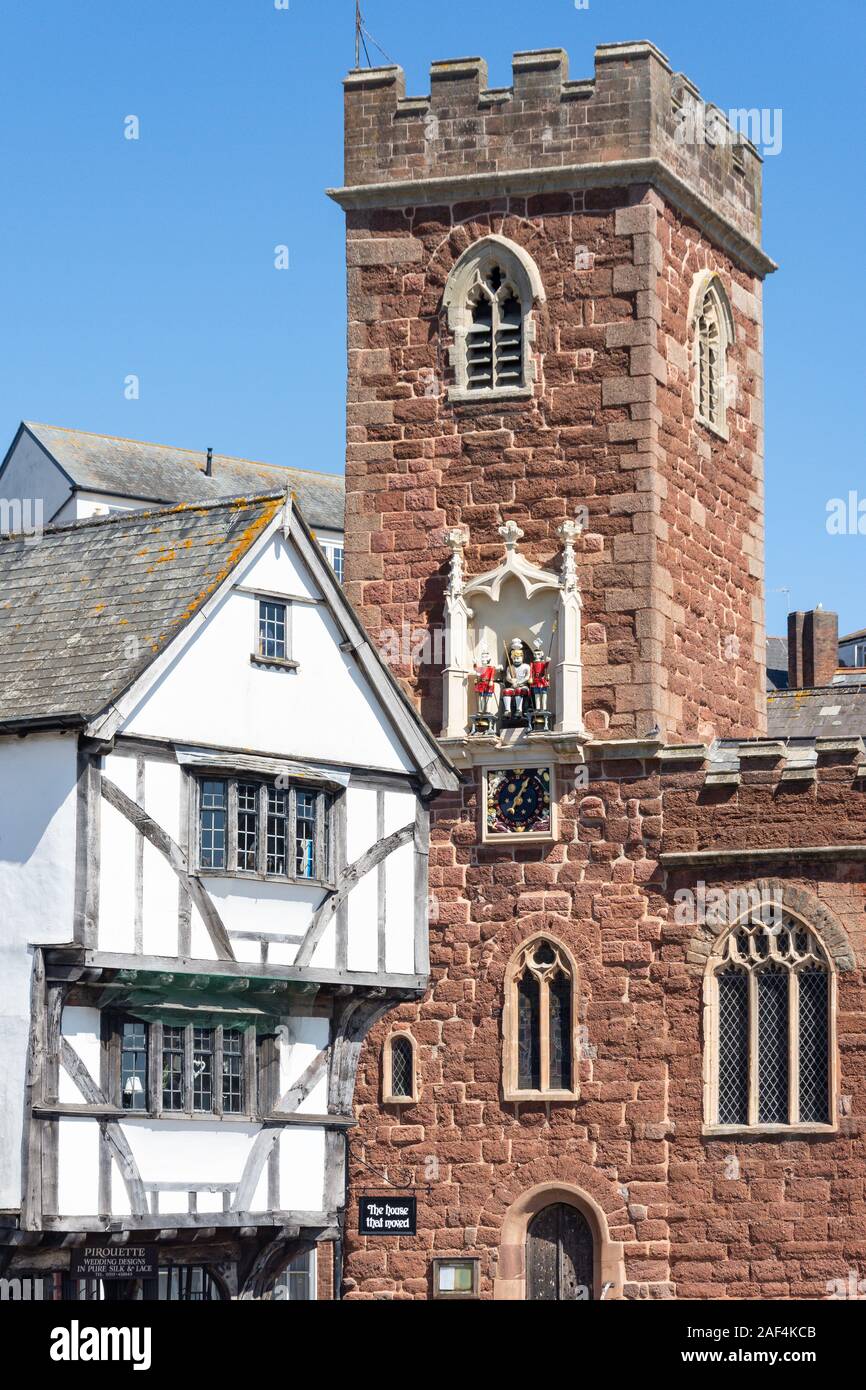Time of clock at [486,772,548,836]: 7:04
